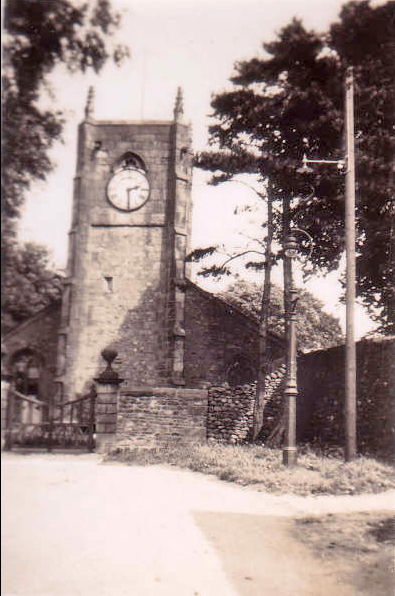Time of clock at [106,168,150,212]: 2:29
